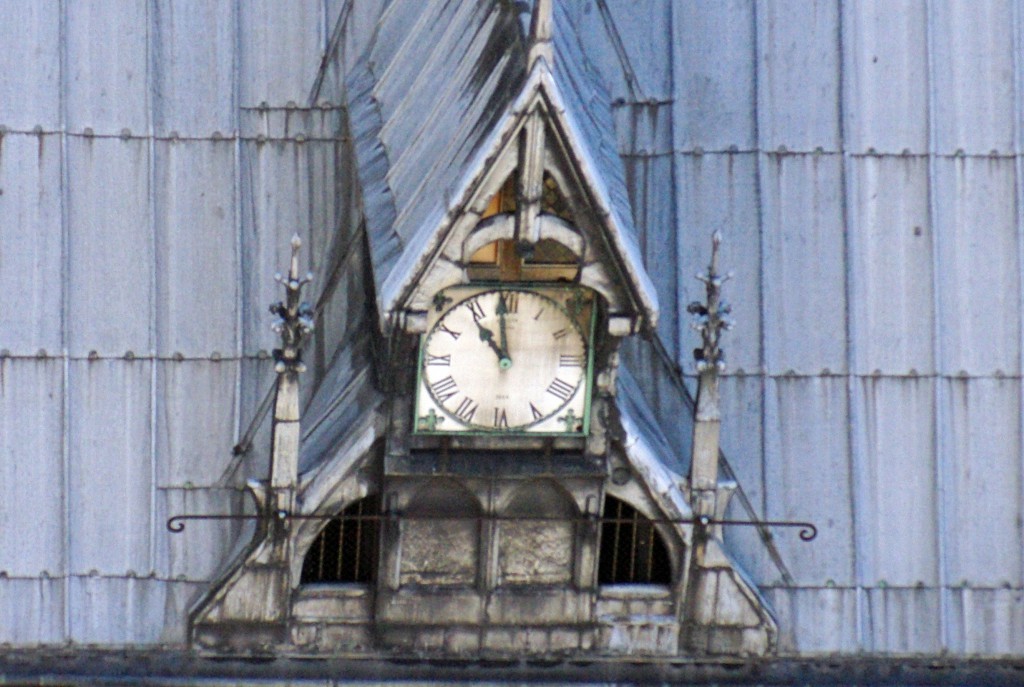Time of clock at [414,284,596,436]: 10:59
